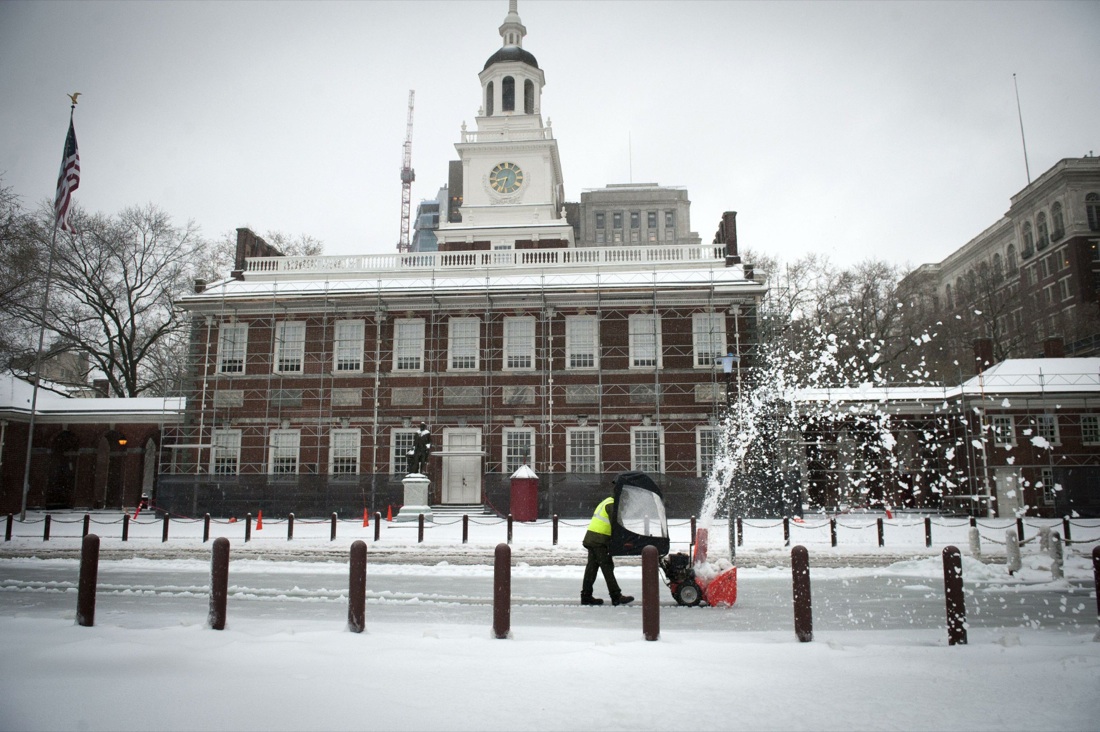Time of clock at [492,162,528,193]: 8:32
